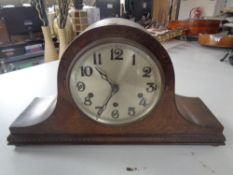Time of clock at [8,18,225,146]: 10:34
